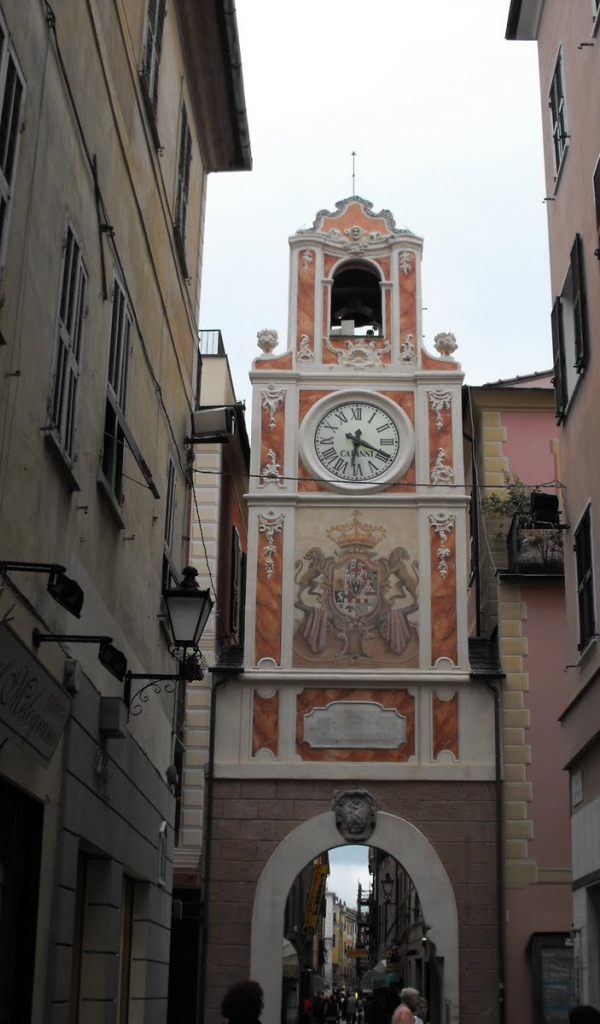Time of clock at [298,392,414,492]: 6:19
